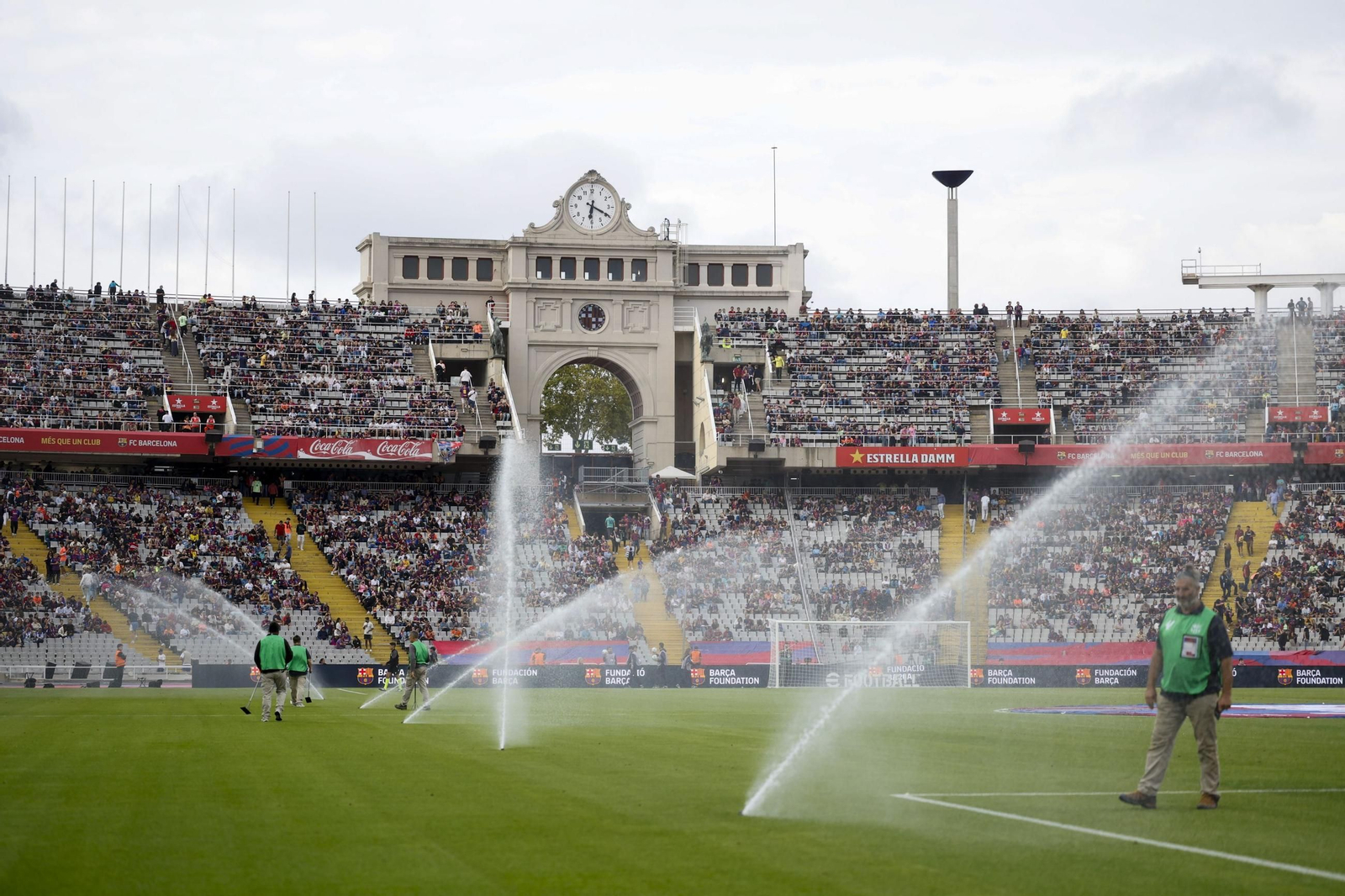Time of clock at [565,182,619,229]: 6:19
